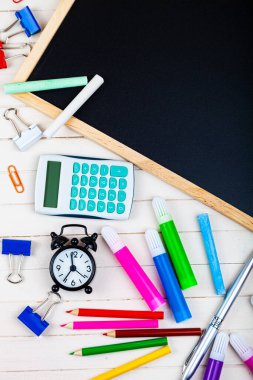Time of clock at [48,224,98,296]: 11:35
